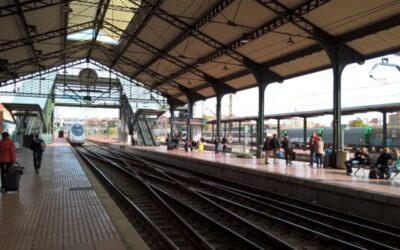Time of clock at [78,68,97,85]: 3:02
